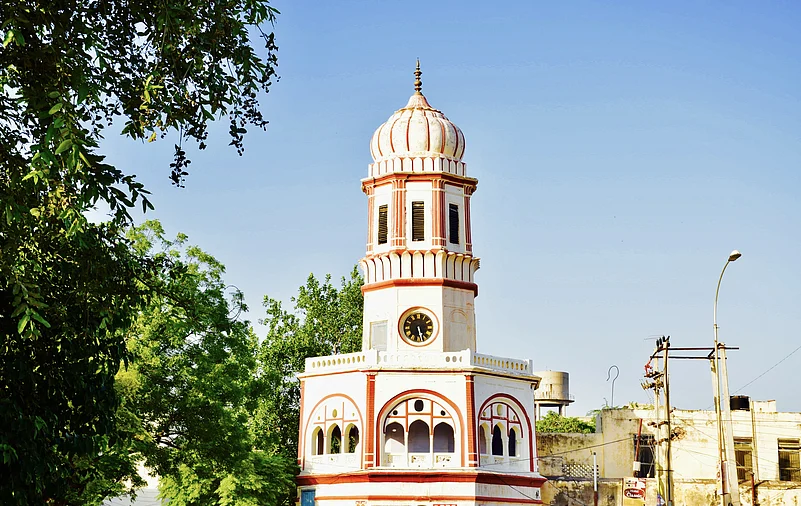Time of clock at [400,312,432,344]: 5:26
